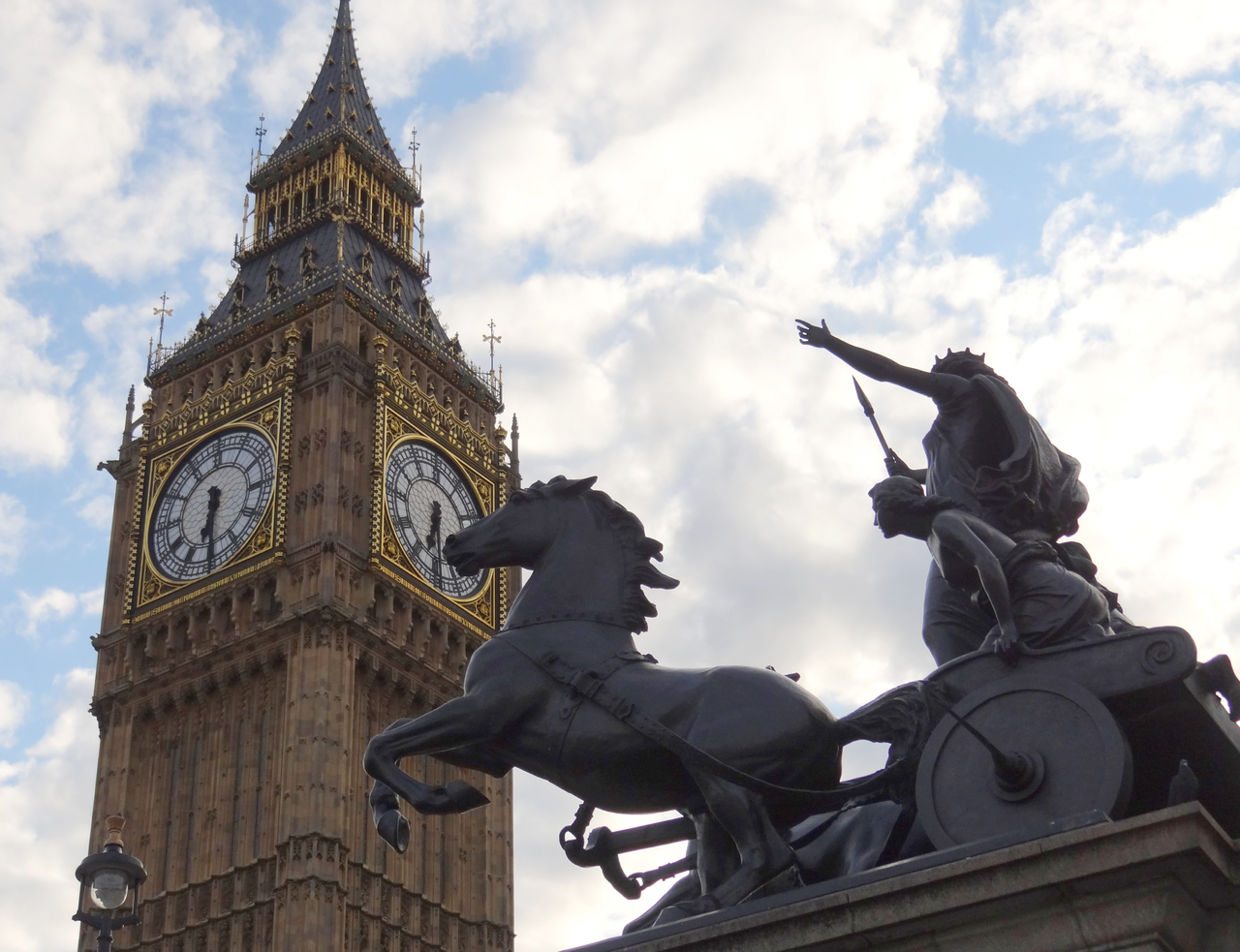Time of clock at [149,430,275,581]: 6:30
